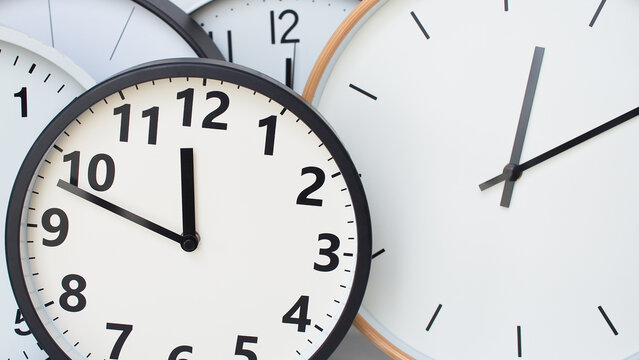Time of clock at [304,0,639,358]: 12:11
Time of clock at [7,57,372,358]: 11:48
